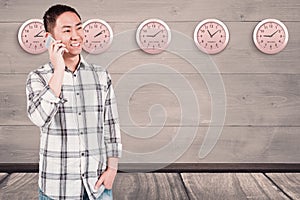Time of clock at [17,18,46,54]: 3:09
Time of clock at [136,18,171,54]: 9:08
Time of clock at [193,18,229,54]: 11:08
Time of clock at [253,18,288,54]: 9:08
